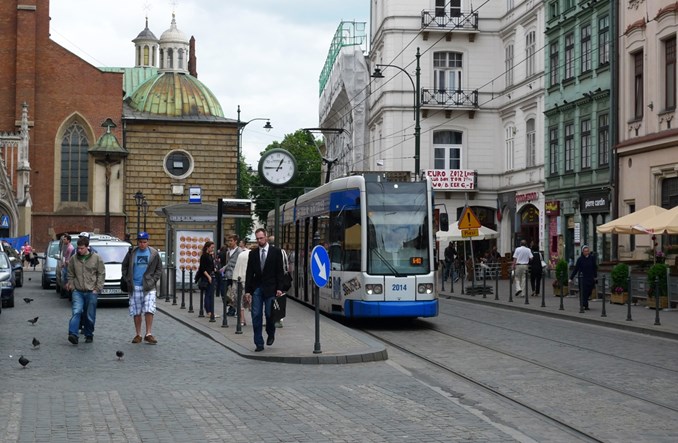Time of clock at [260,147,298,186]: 12:45
